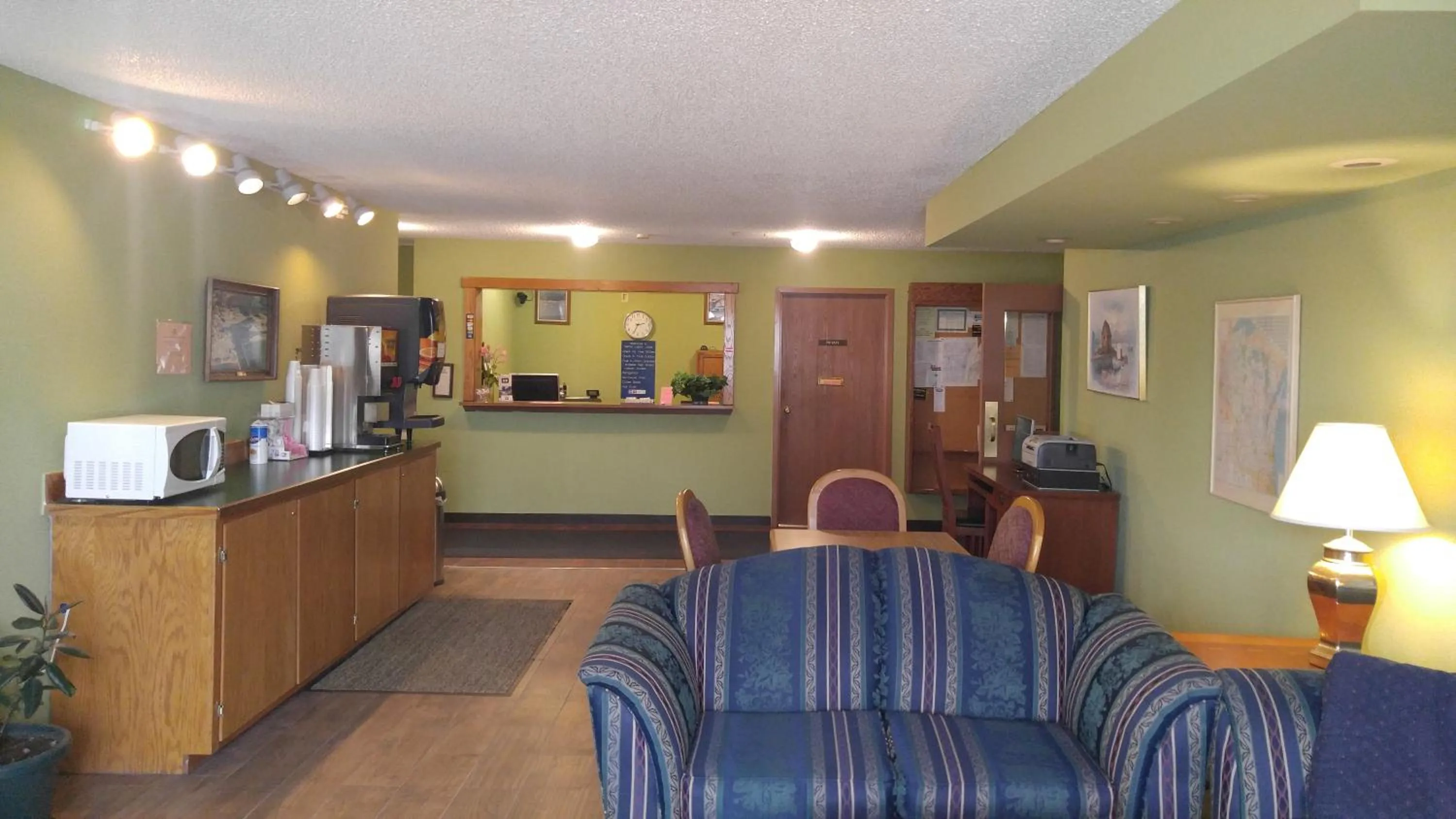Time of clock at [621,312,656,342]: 2:34
